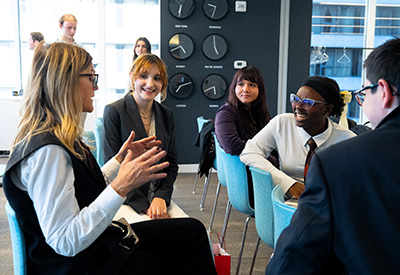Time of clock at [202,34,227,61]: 4:59
